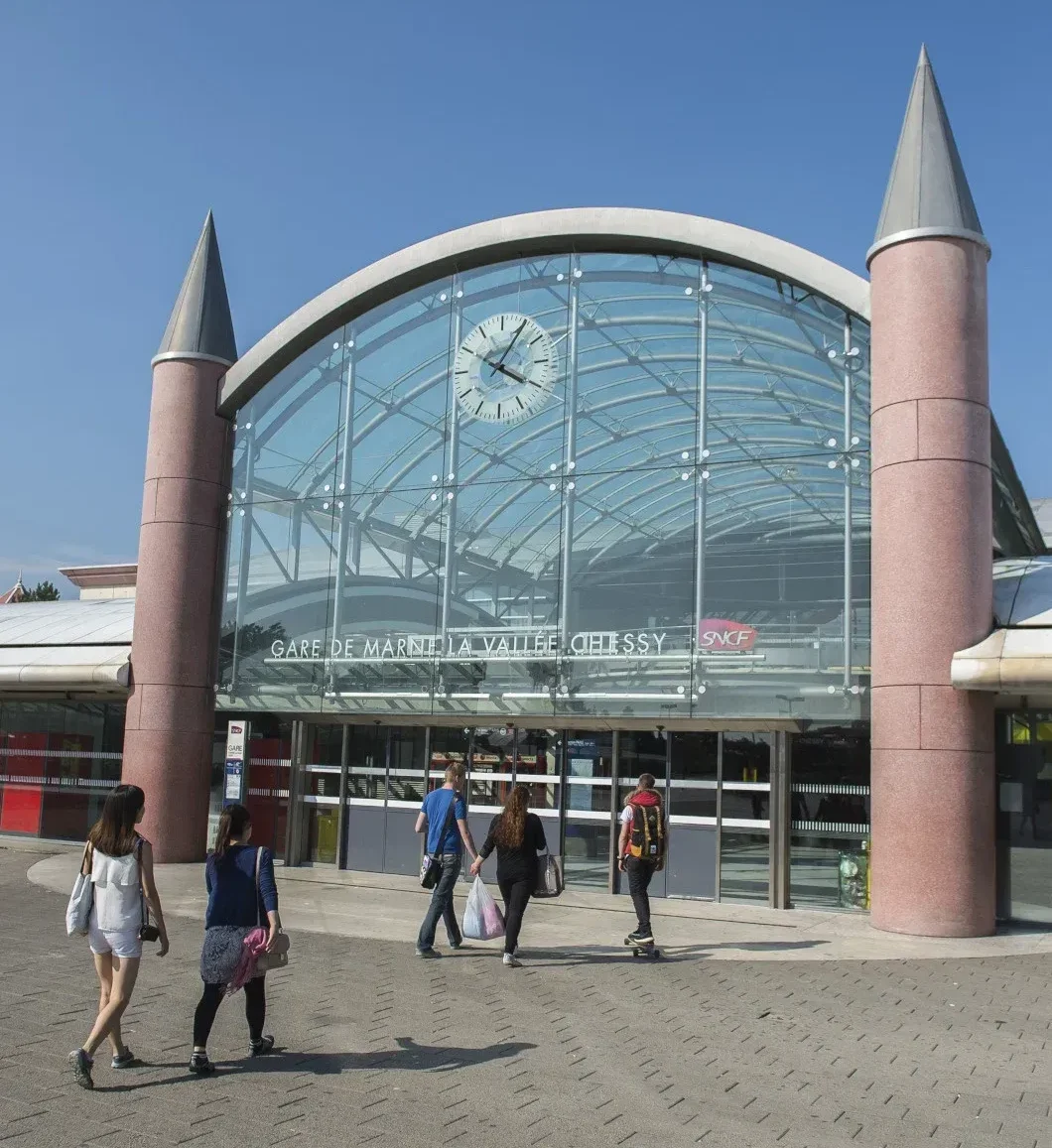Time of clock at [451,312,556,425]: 4:05
